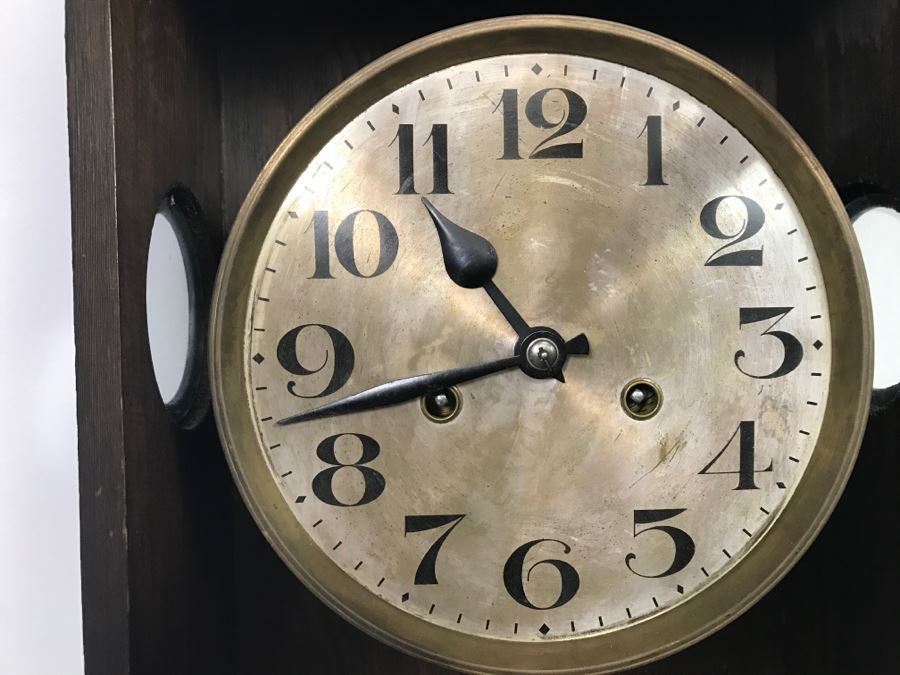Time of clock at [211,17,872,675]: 10:42
